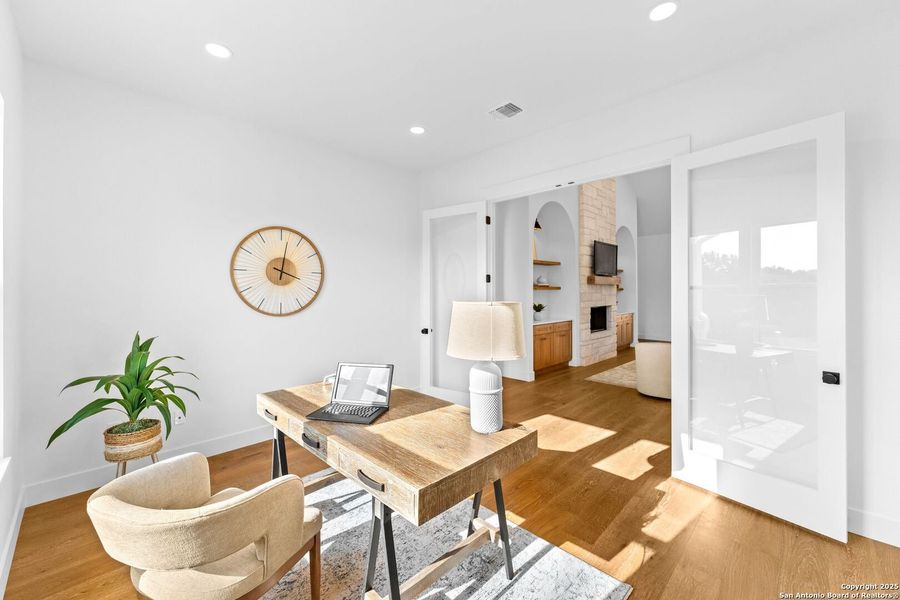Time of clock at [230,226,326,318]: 4:01
